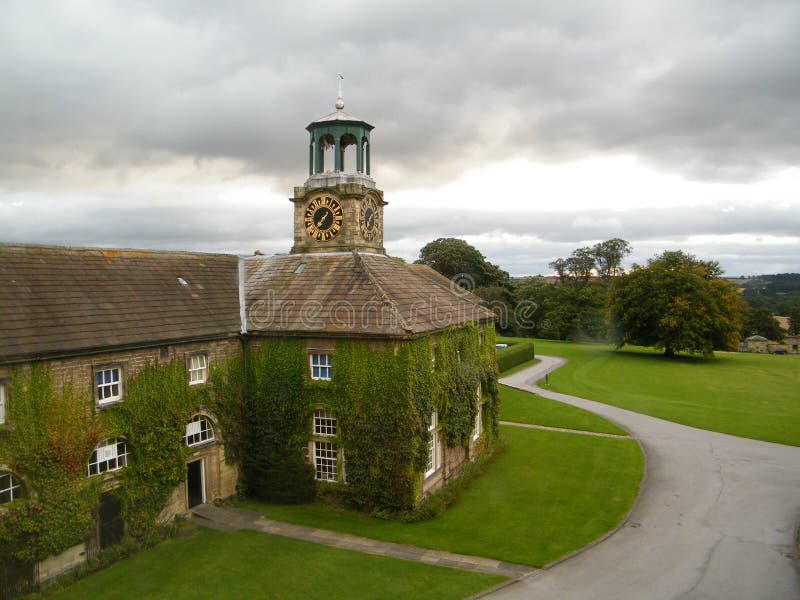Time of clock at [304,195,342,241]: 1:36
